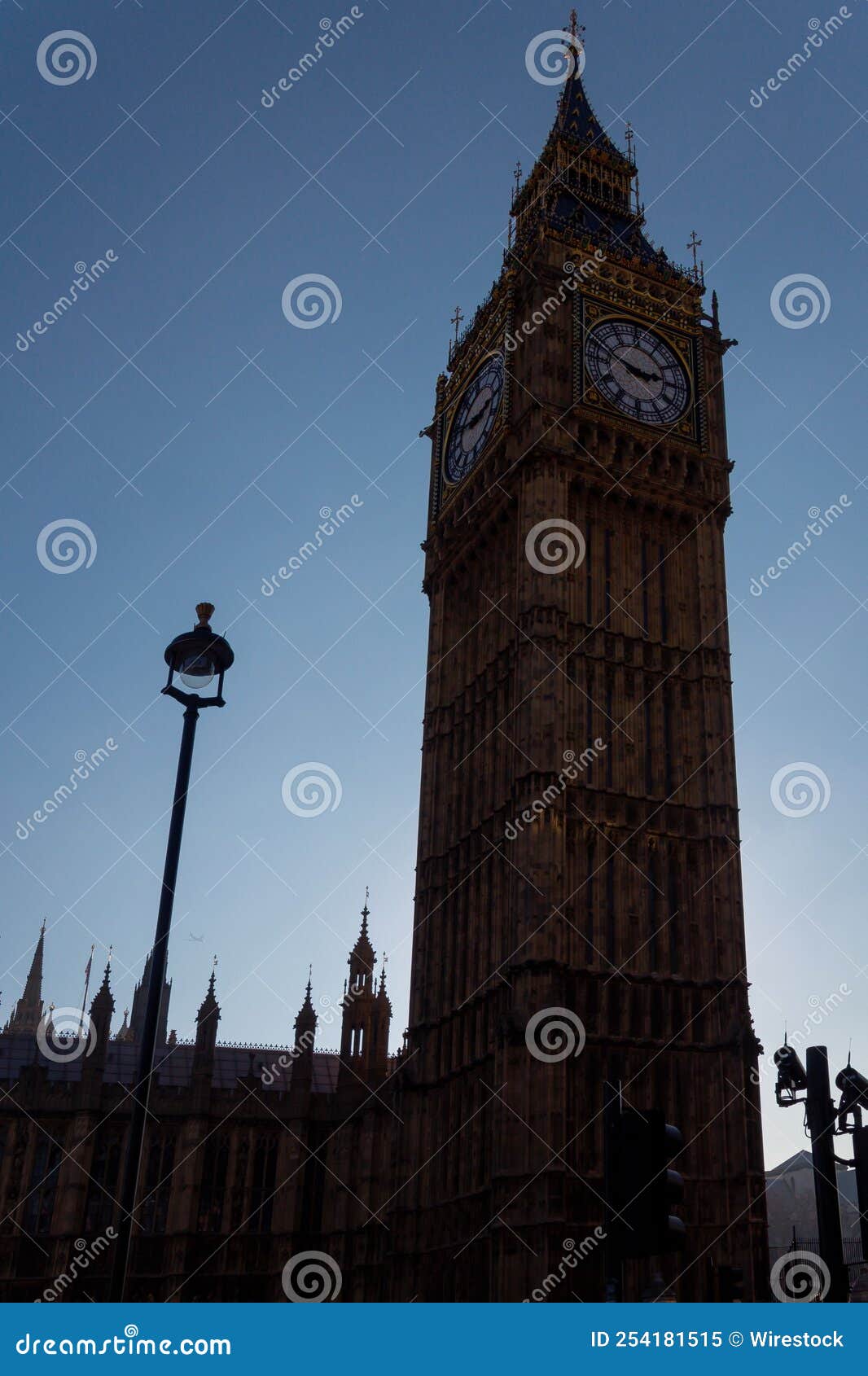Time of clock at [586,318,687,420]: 2:48
